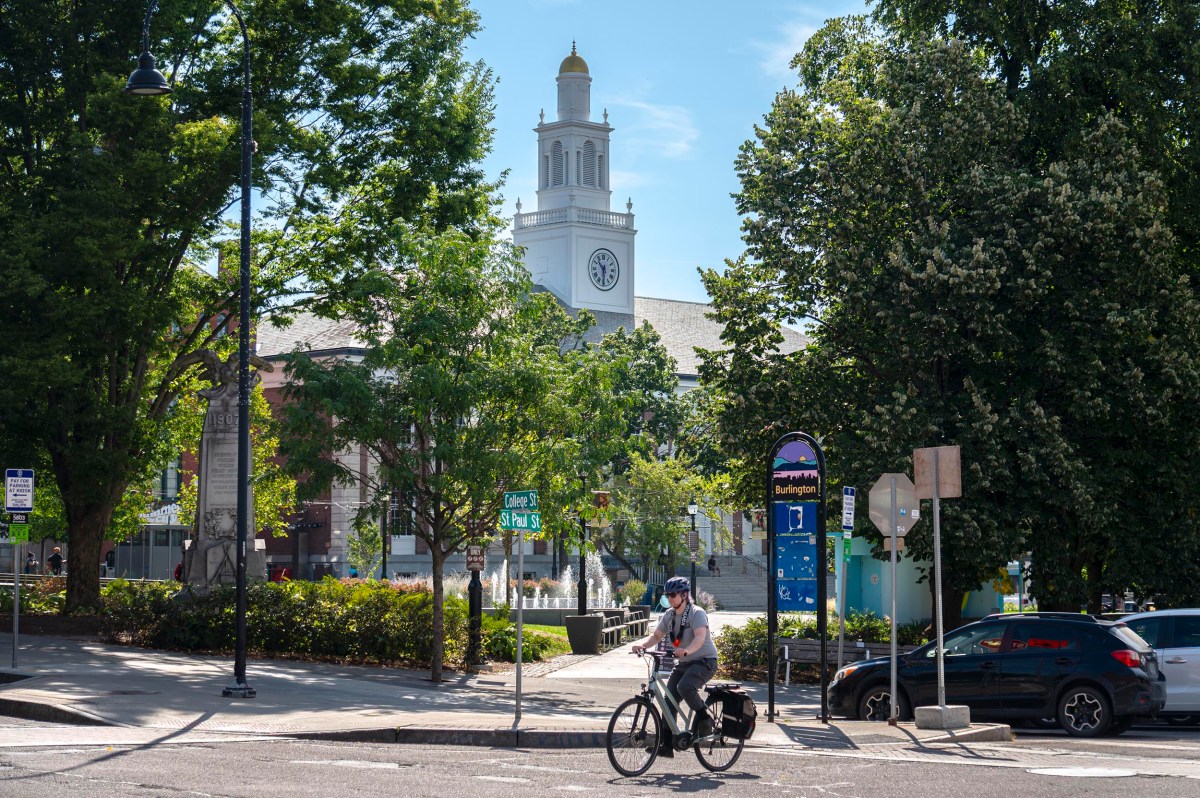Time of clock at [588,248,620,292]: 10:30
